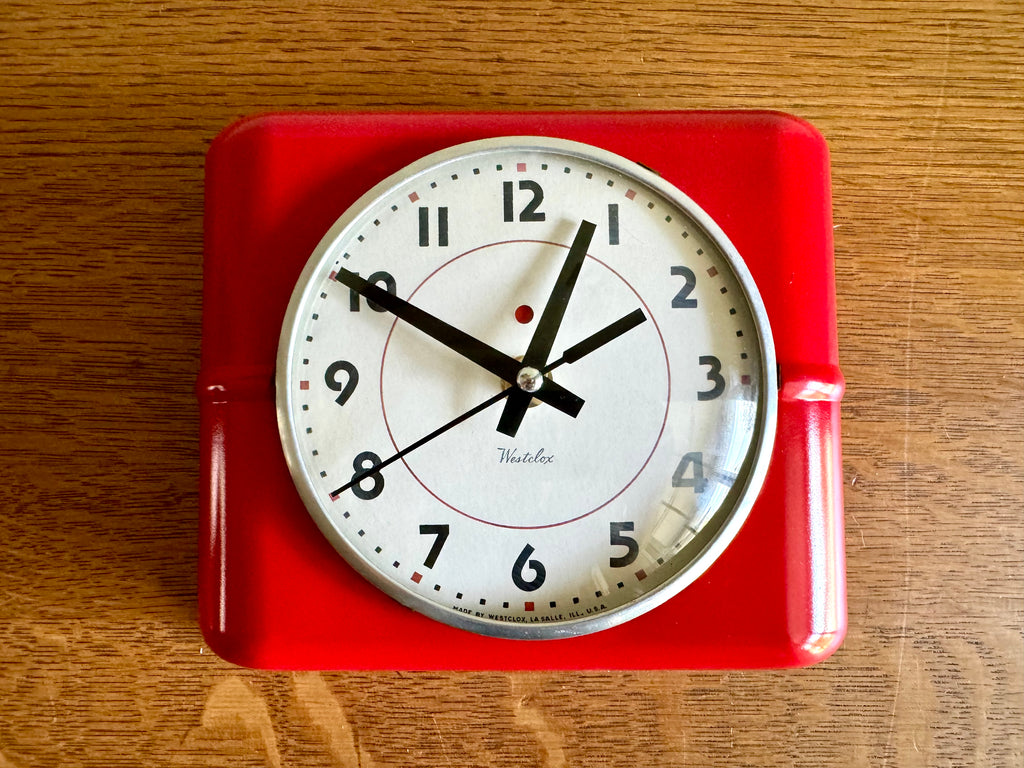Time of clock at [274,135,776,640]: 12:49
